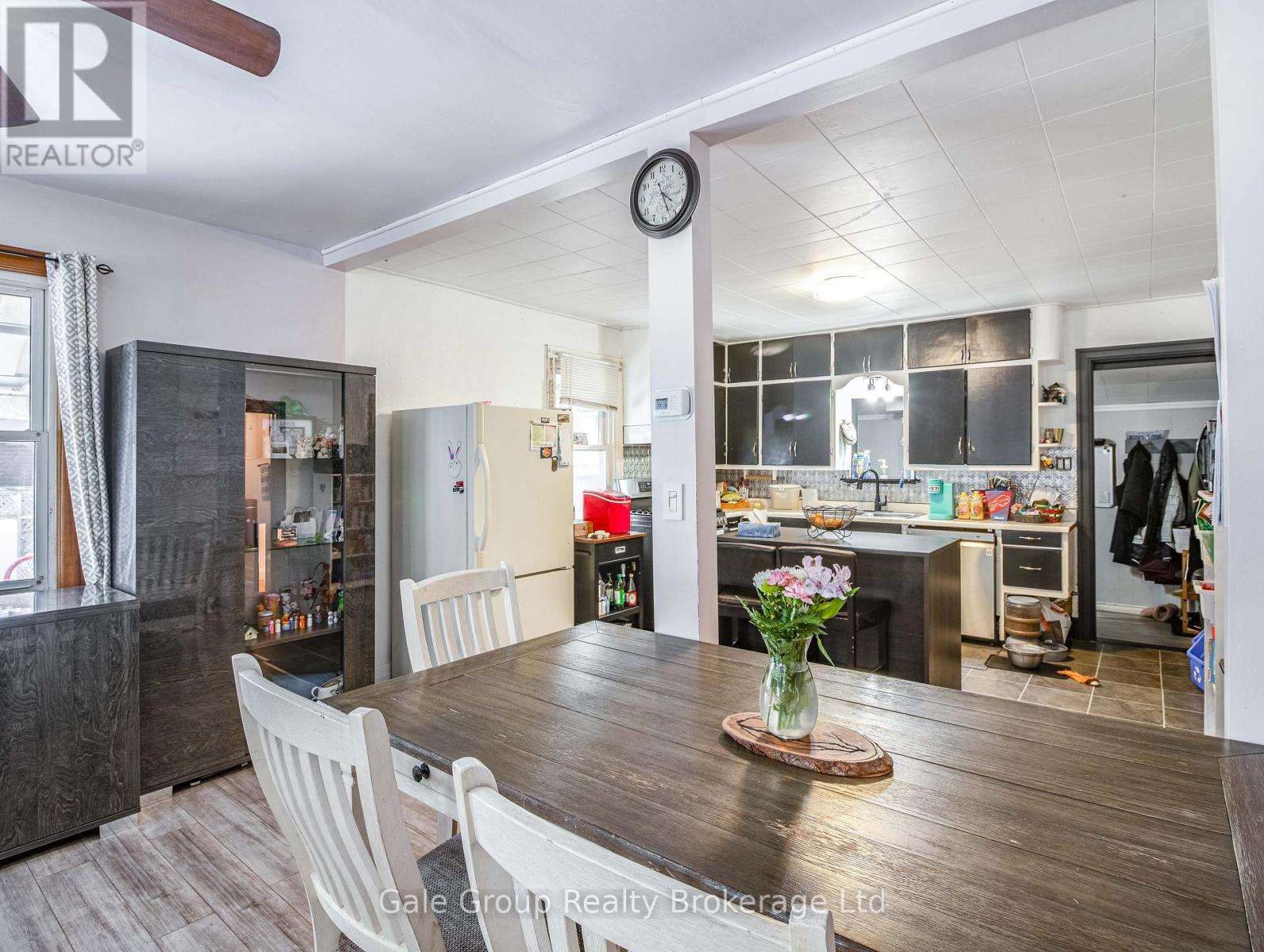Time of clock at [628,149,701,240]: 4:27
